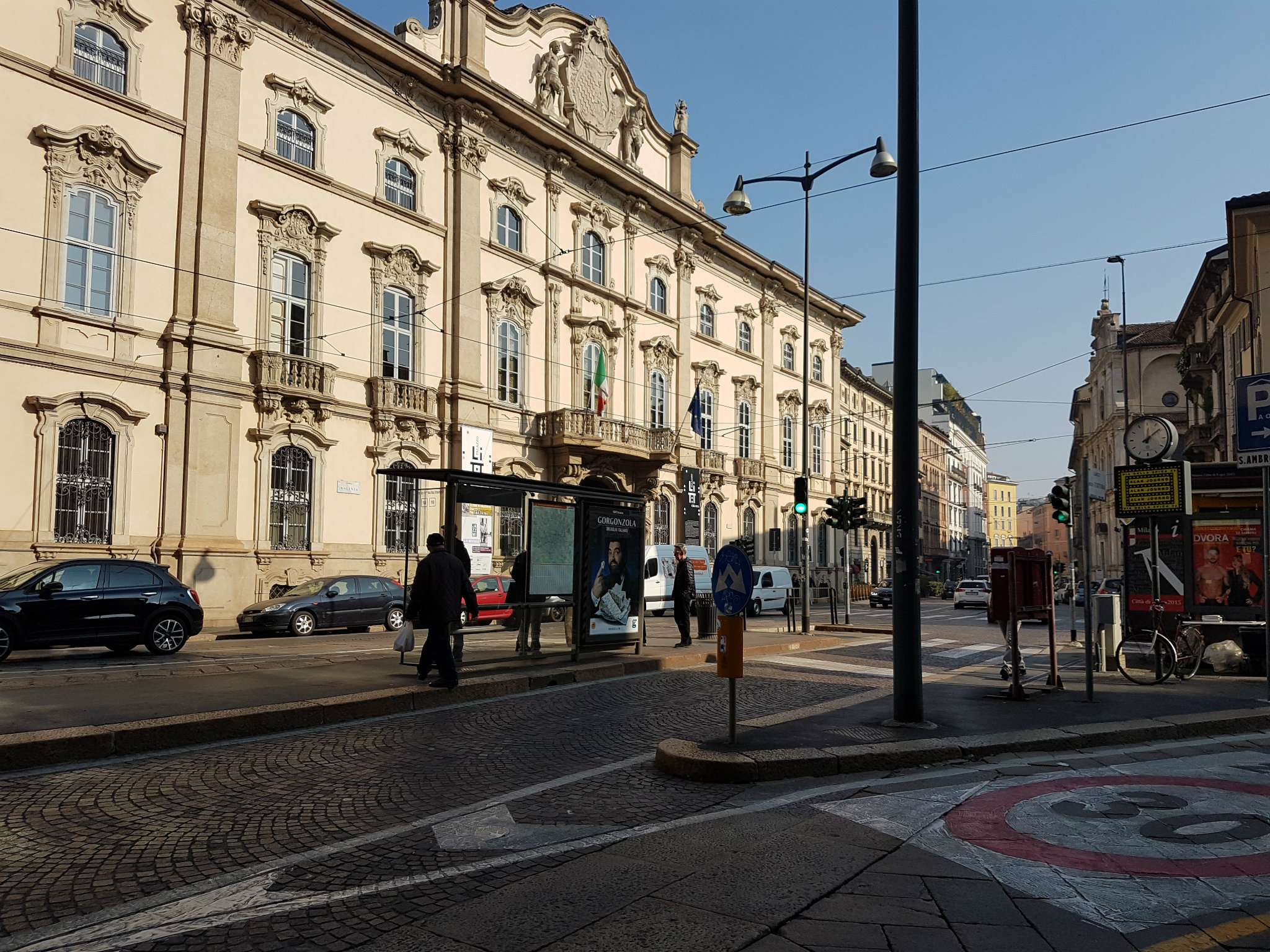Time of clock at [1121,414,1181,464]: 12:08
